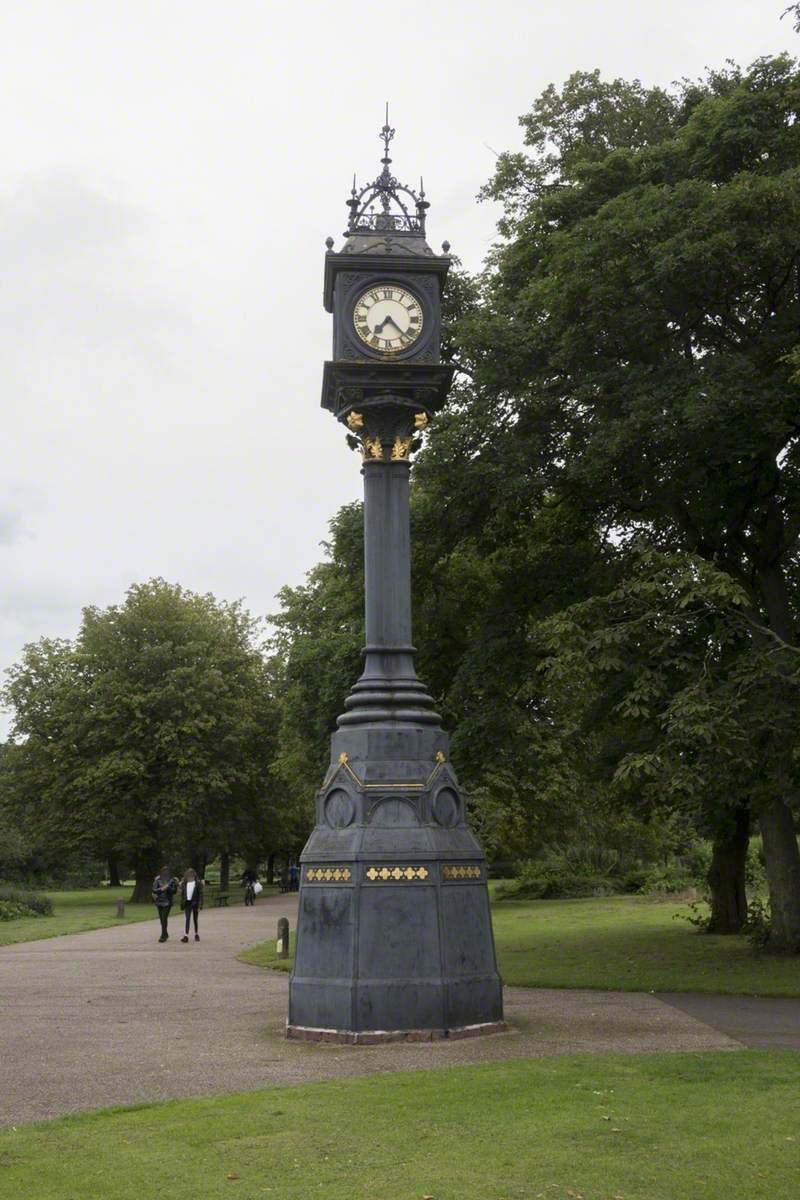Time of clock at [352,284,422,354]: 7:22
